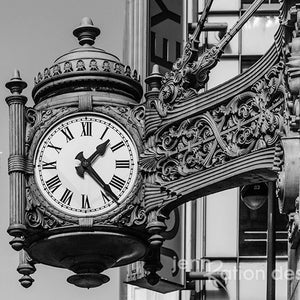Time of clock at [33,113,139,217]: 1:23
